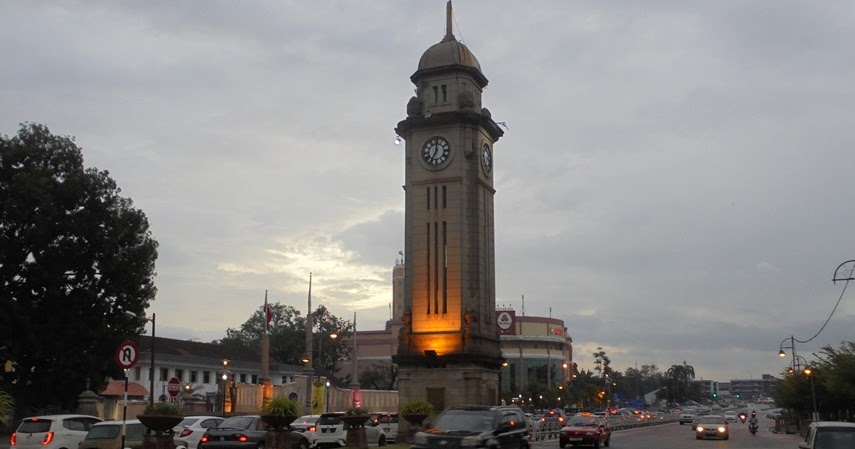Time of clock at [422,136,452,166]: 7:00
